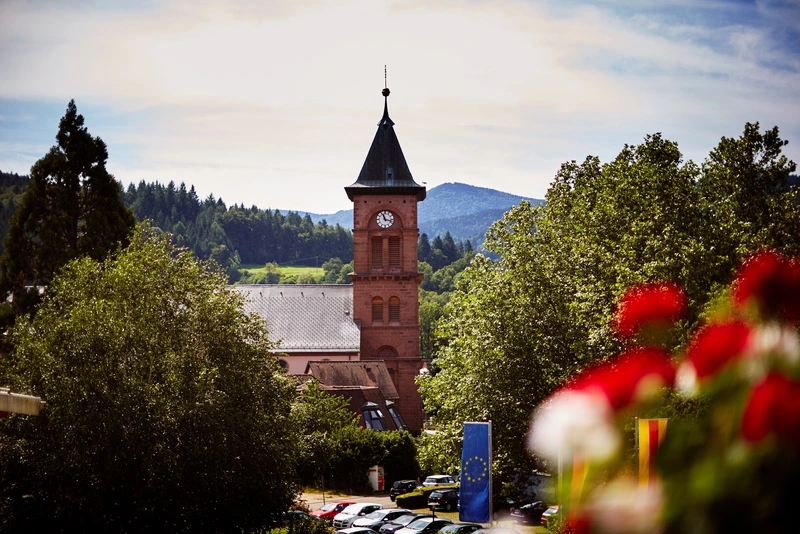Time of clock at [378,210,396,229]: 11:17
